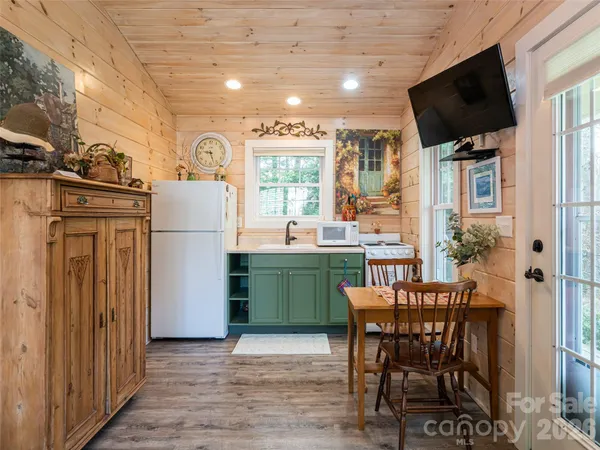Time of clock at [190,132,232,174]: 9:27
